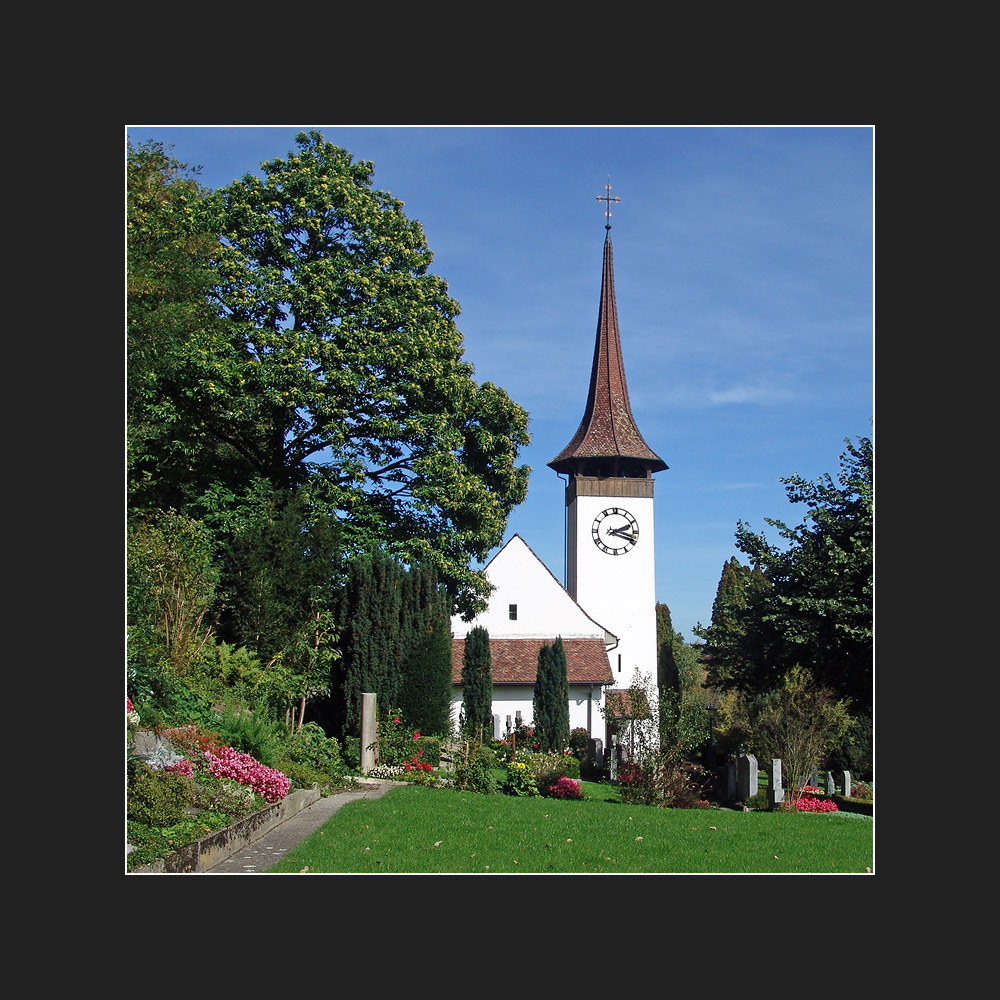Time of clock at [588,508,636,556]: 2:18
